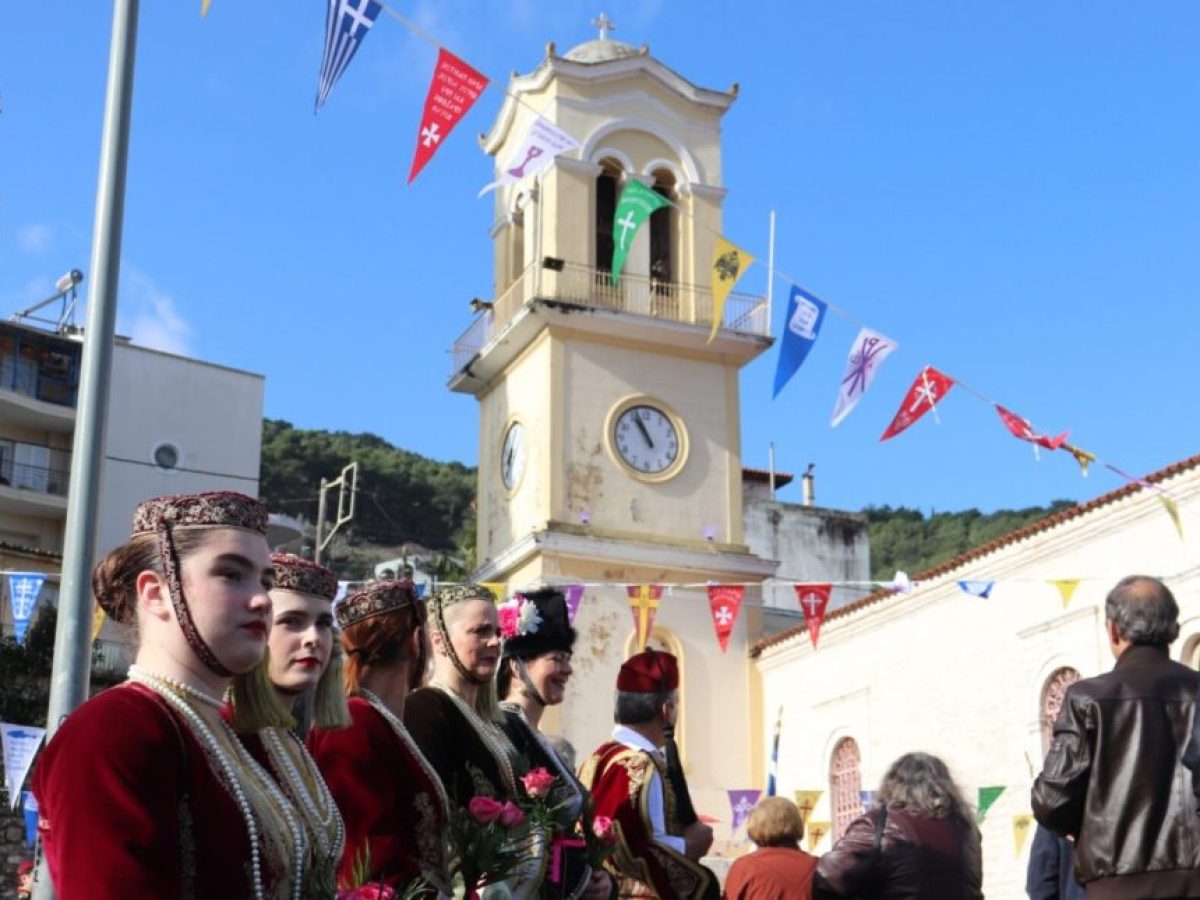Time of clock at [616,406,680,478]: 10:56
